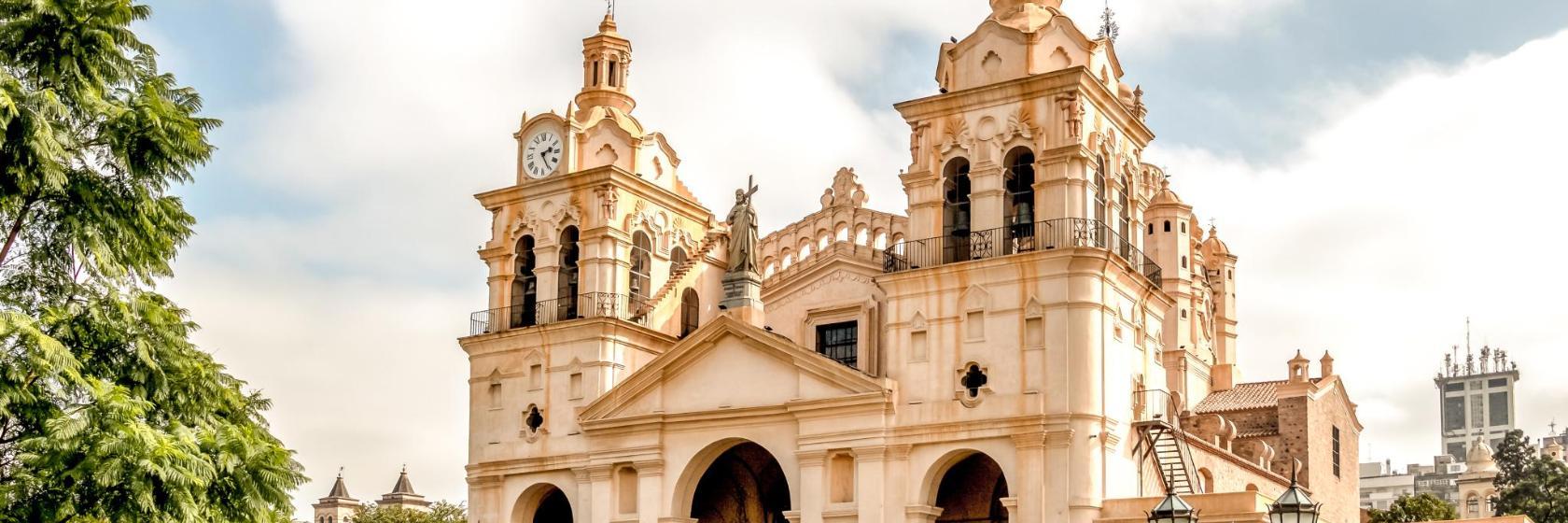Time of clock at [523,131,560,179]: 2:25
